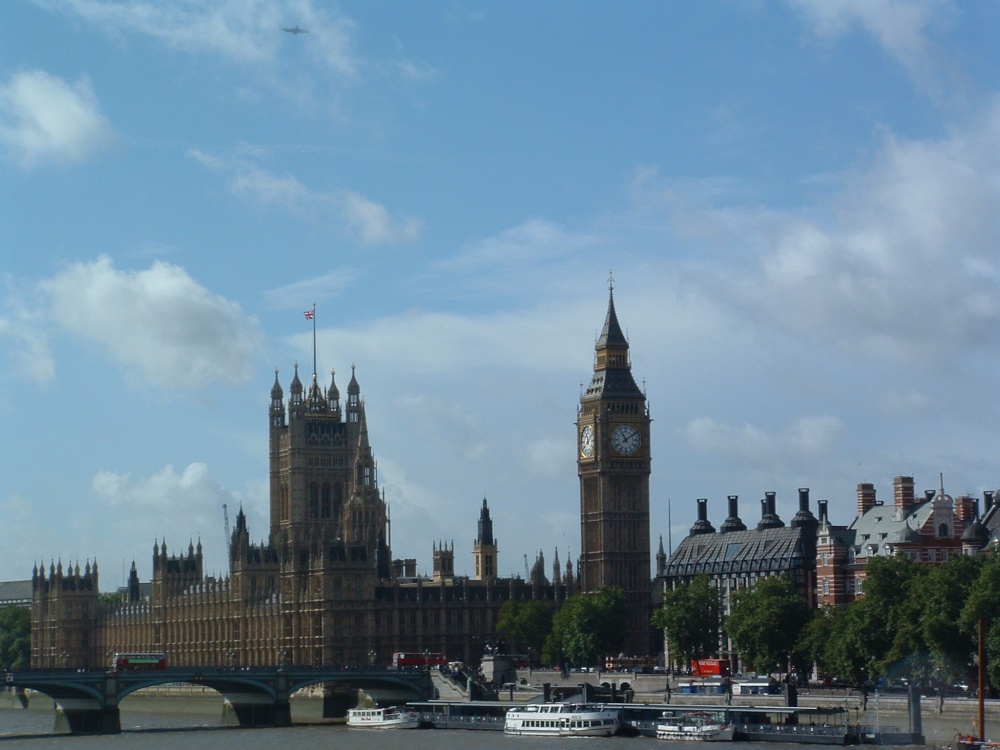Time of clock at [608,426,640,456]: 11:09
